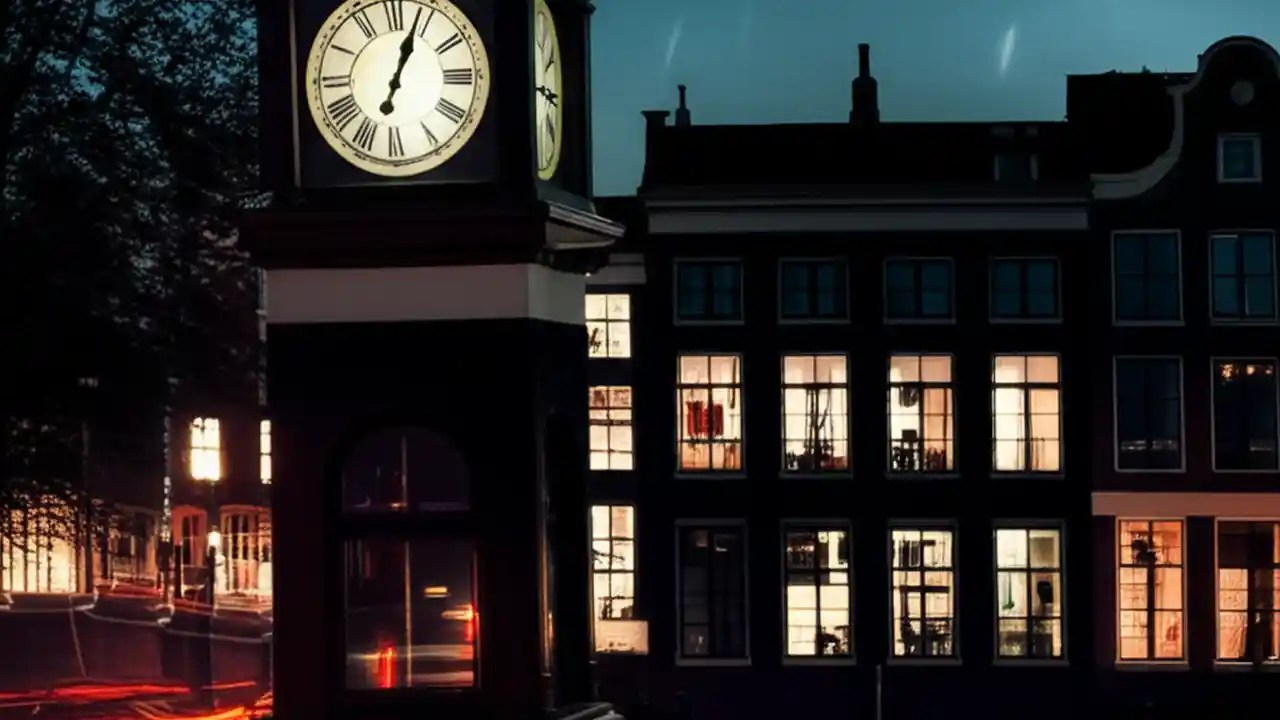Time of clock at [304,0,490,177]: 1:03
